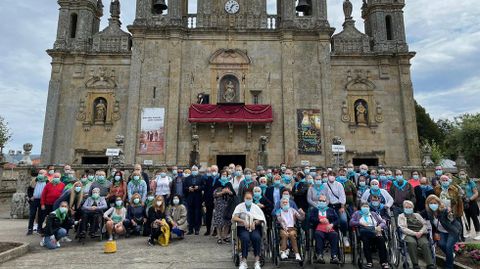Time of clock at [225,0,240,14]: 1:33
